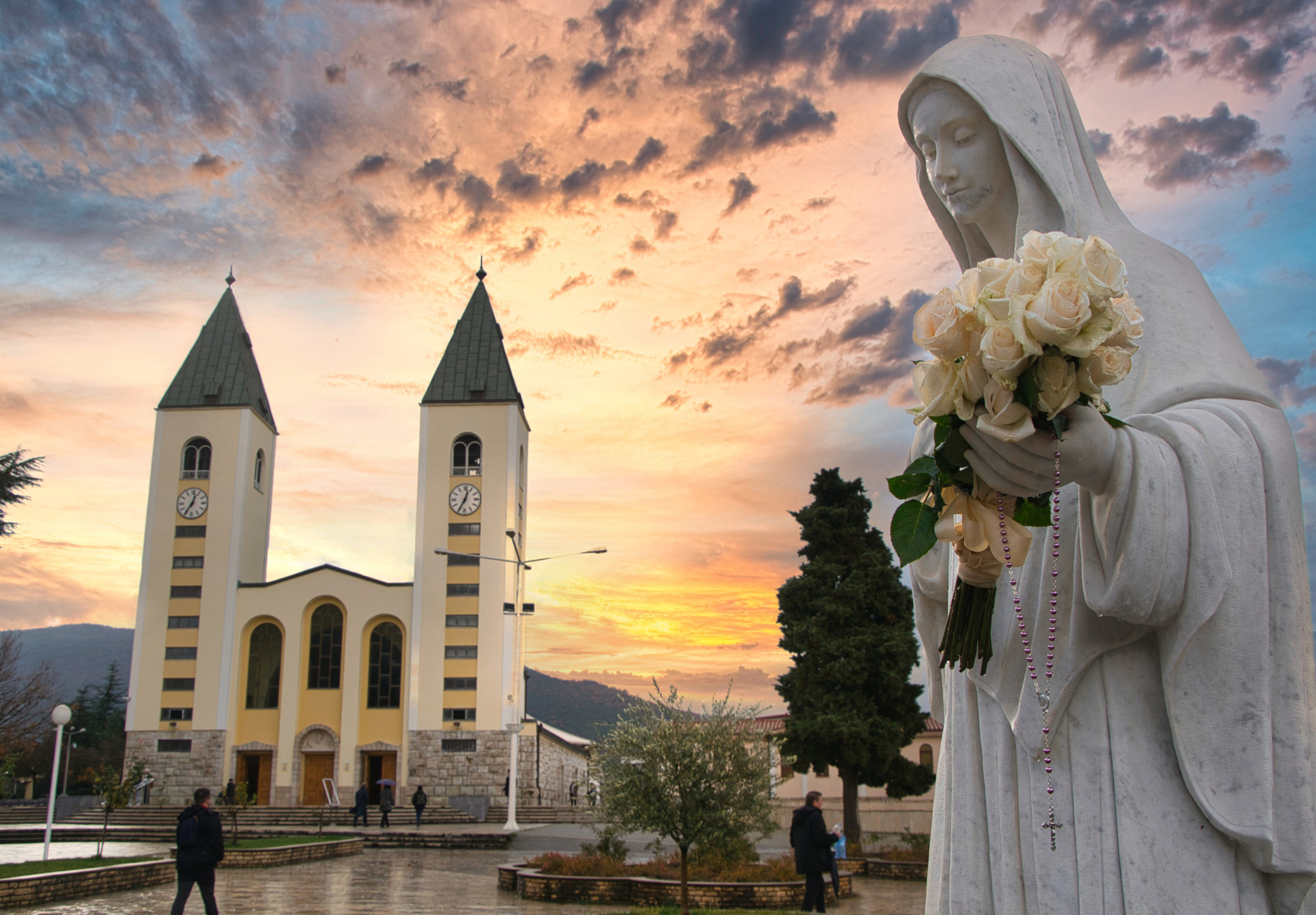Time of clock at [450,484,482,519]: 12:34
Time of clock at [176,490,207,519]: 12:35
